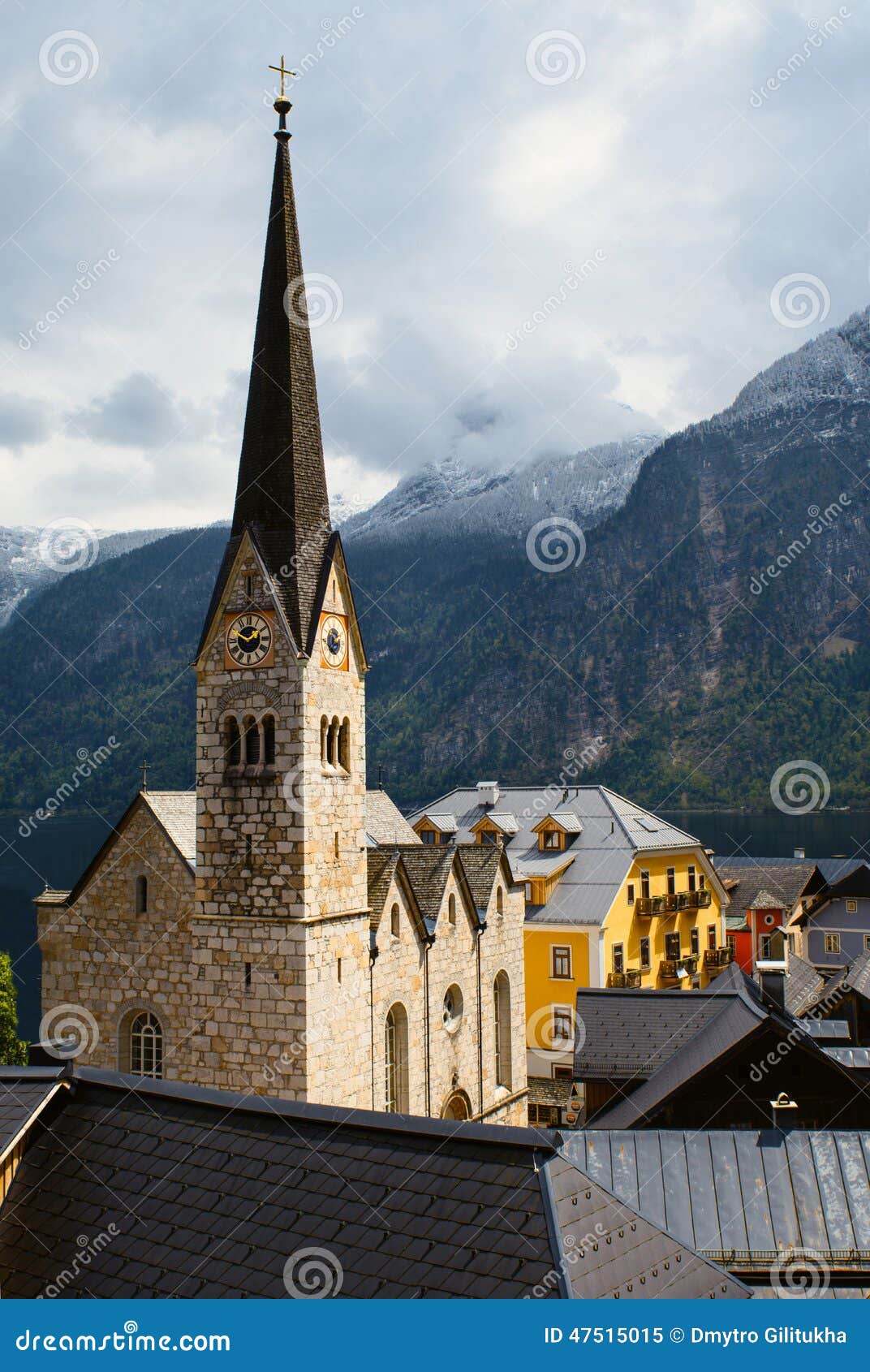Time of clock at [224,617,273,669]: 1:49
